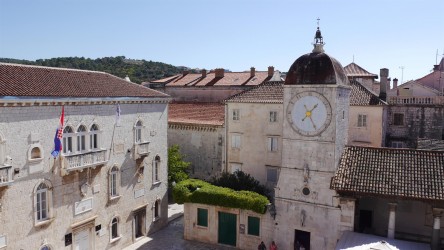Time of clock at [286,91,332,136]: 1:25
